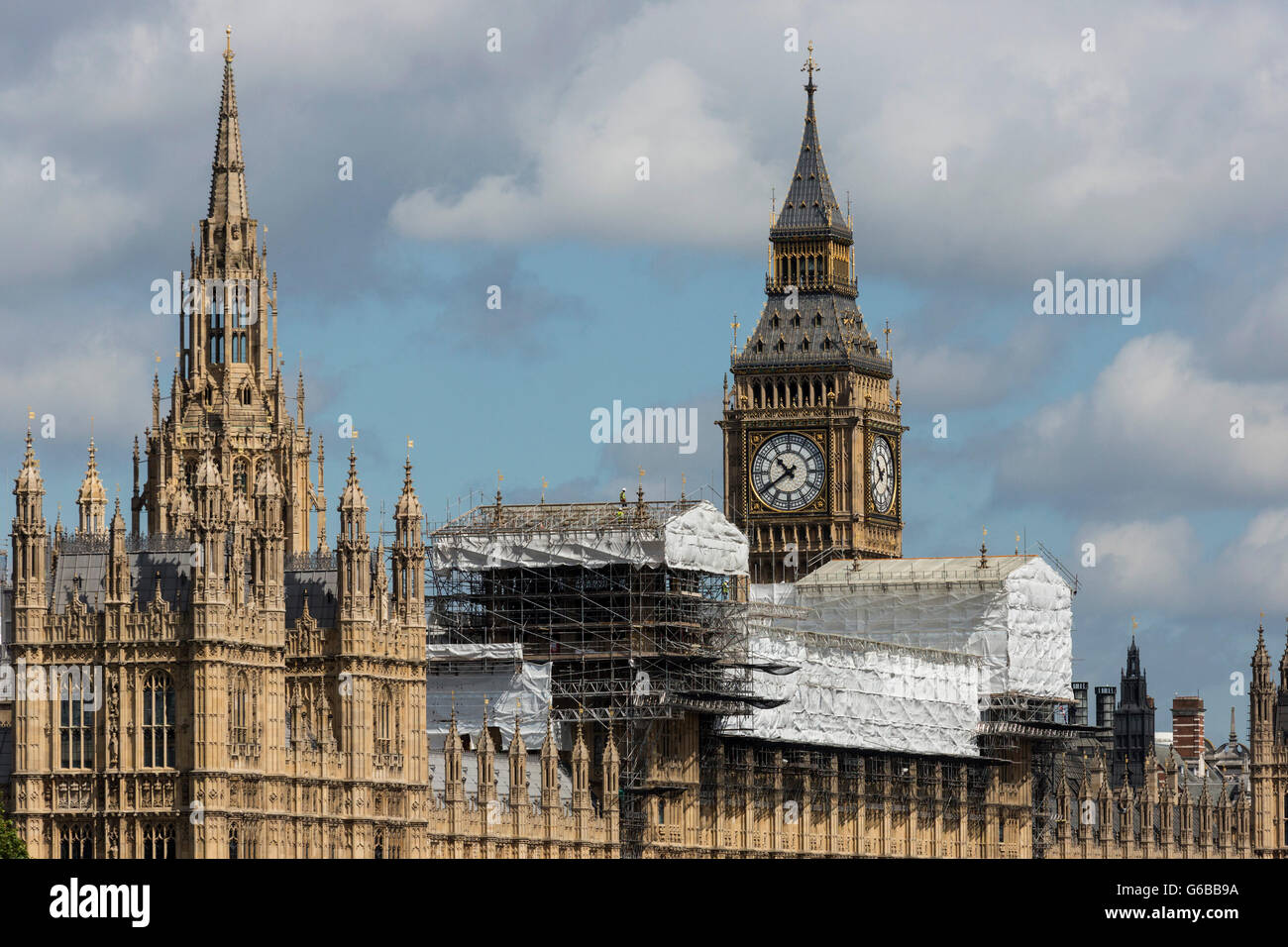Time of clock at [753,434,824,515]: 10:39
